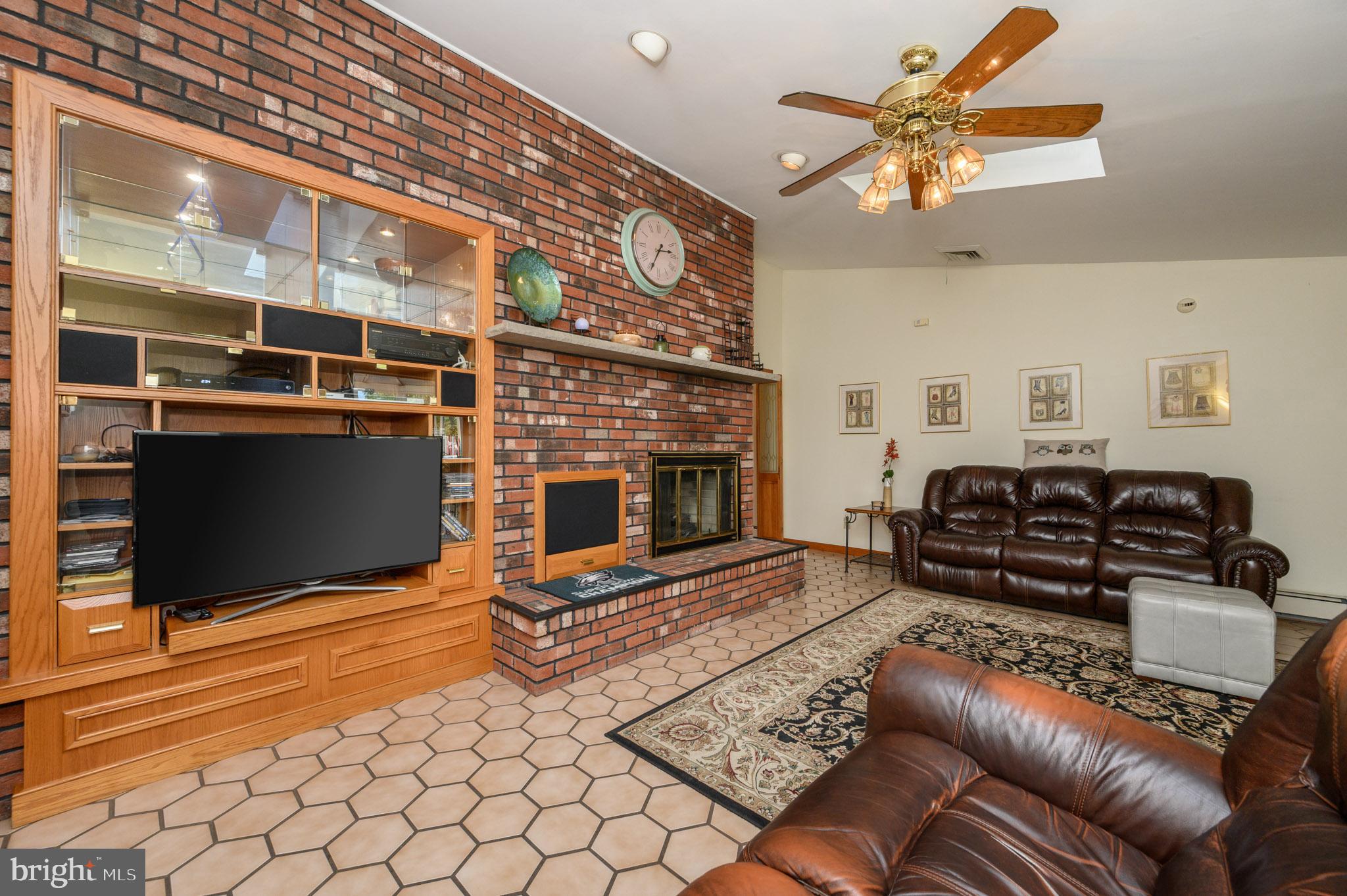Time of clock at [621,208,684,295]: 2:34
